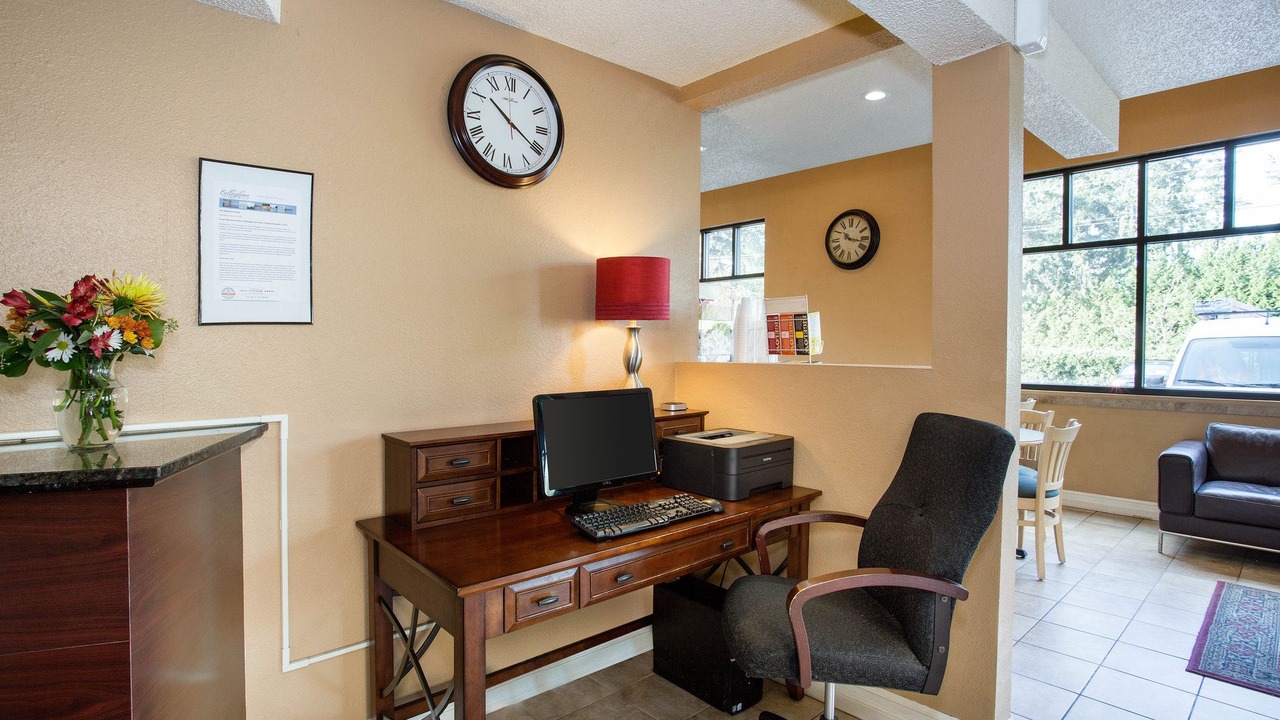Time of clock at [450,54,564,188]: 10:20
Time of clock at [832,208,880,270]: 10:17
